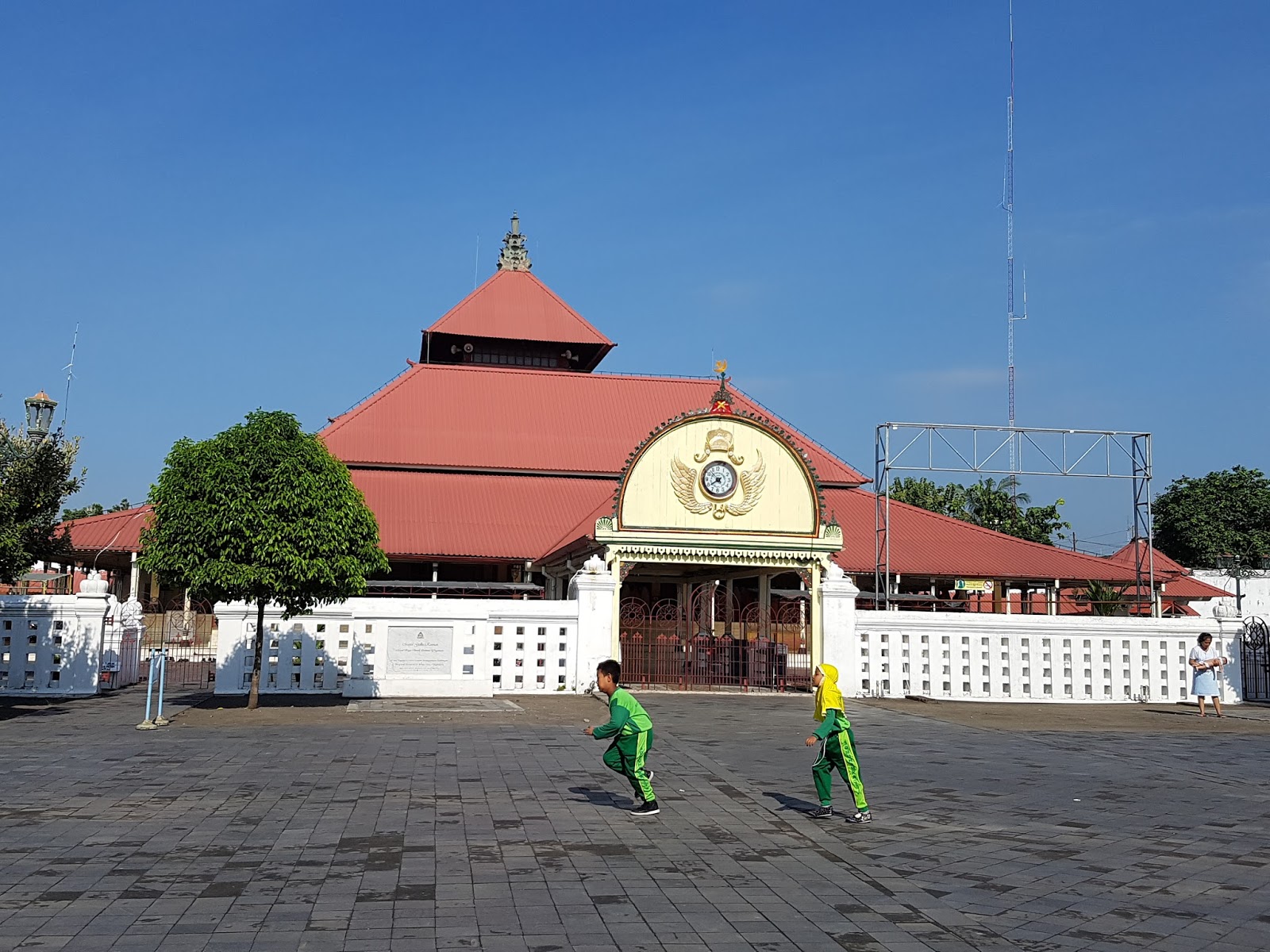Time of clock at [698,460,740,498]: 7:52
